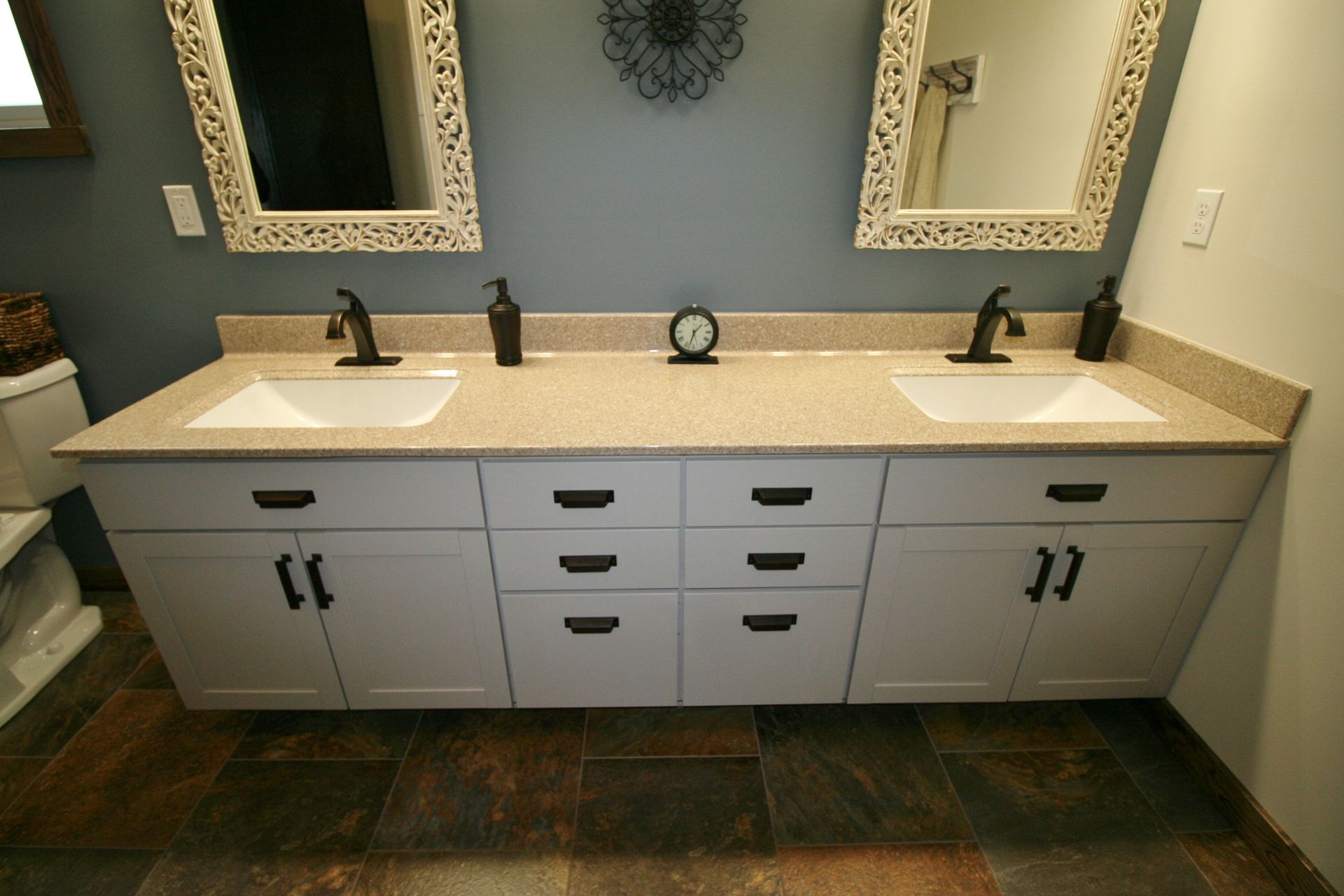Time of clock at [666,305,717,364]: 1:32
